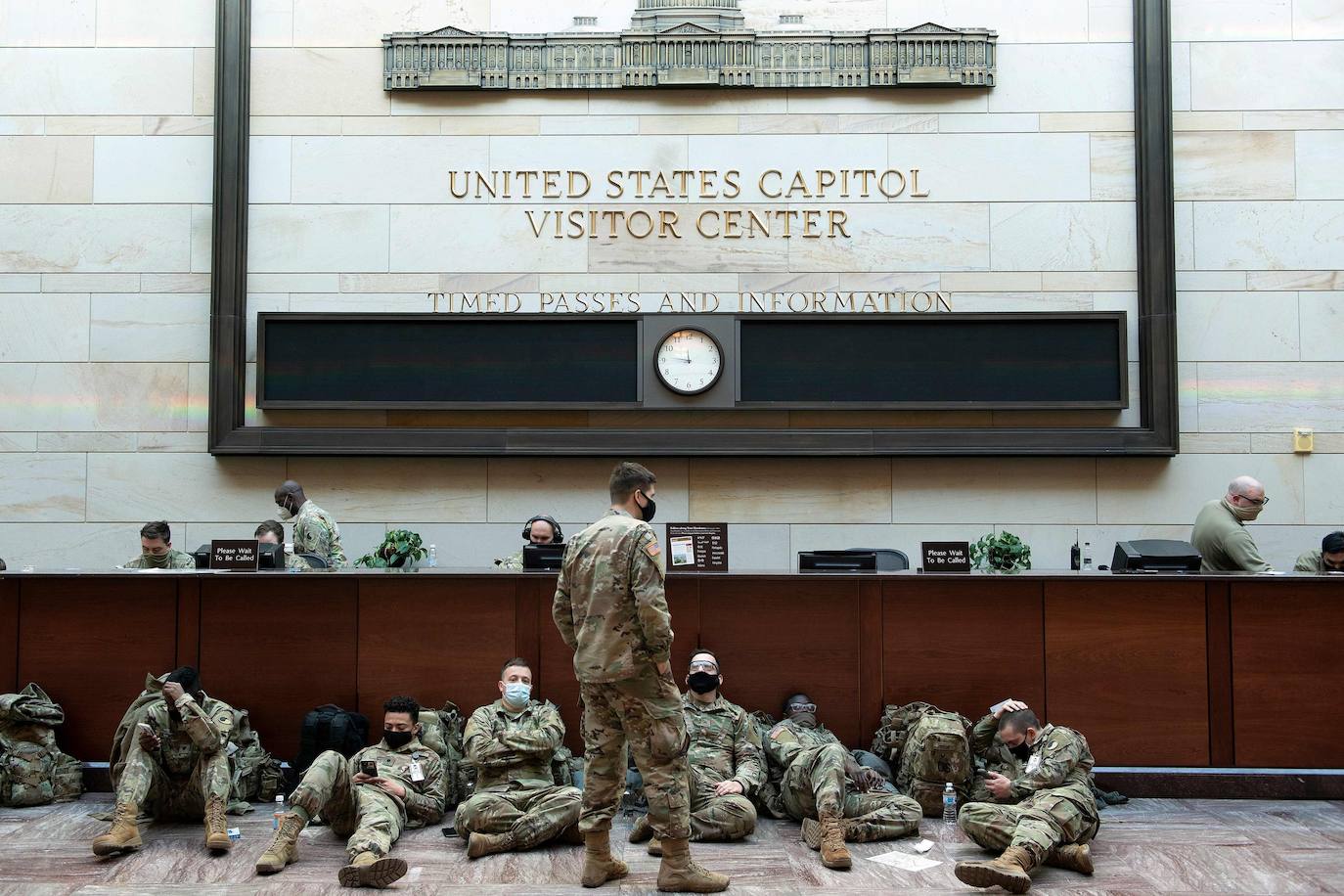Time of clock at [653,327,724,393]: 11:46
